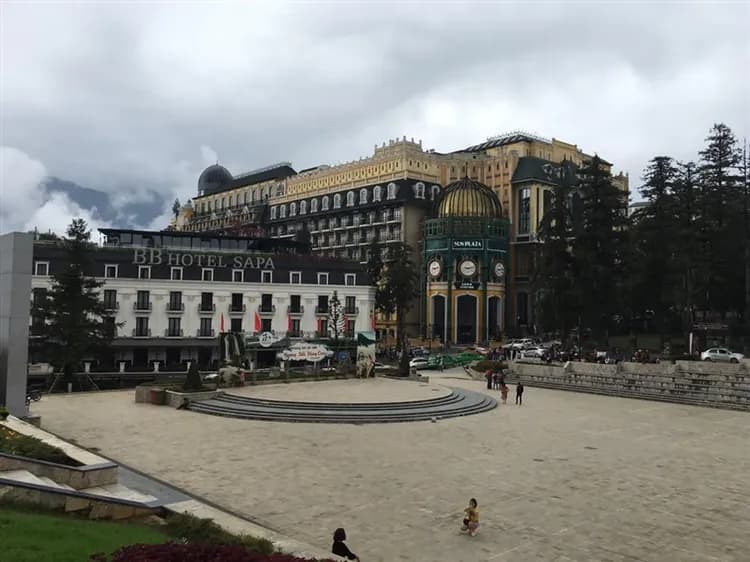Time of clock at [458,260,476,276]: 9:13
